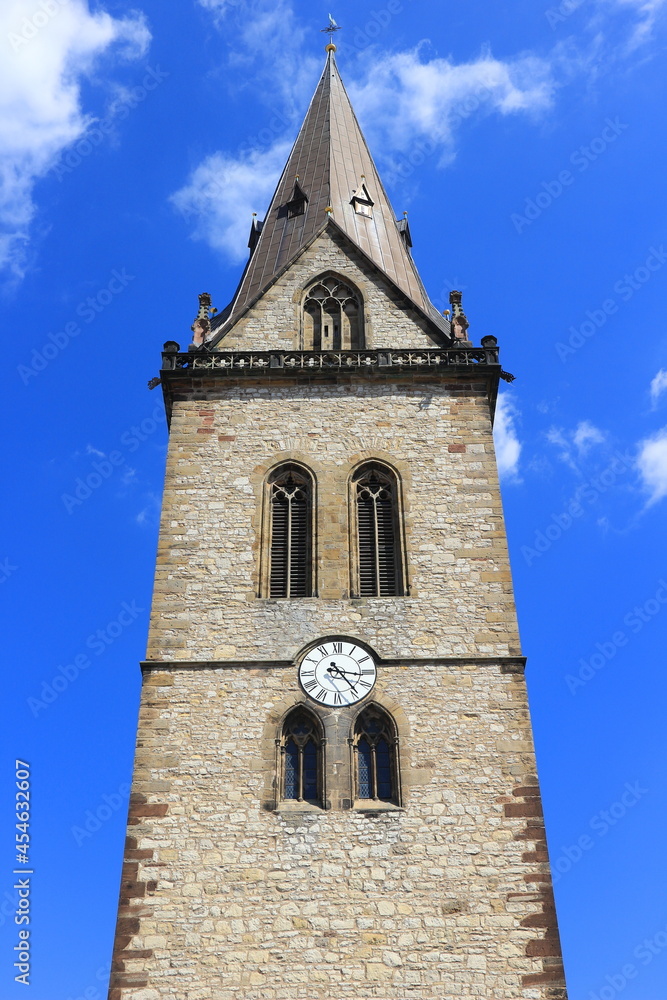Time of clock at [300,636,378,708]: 3:23
